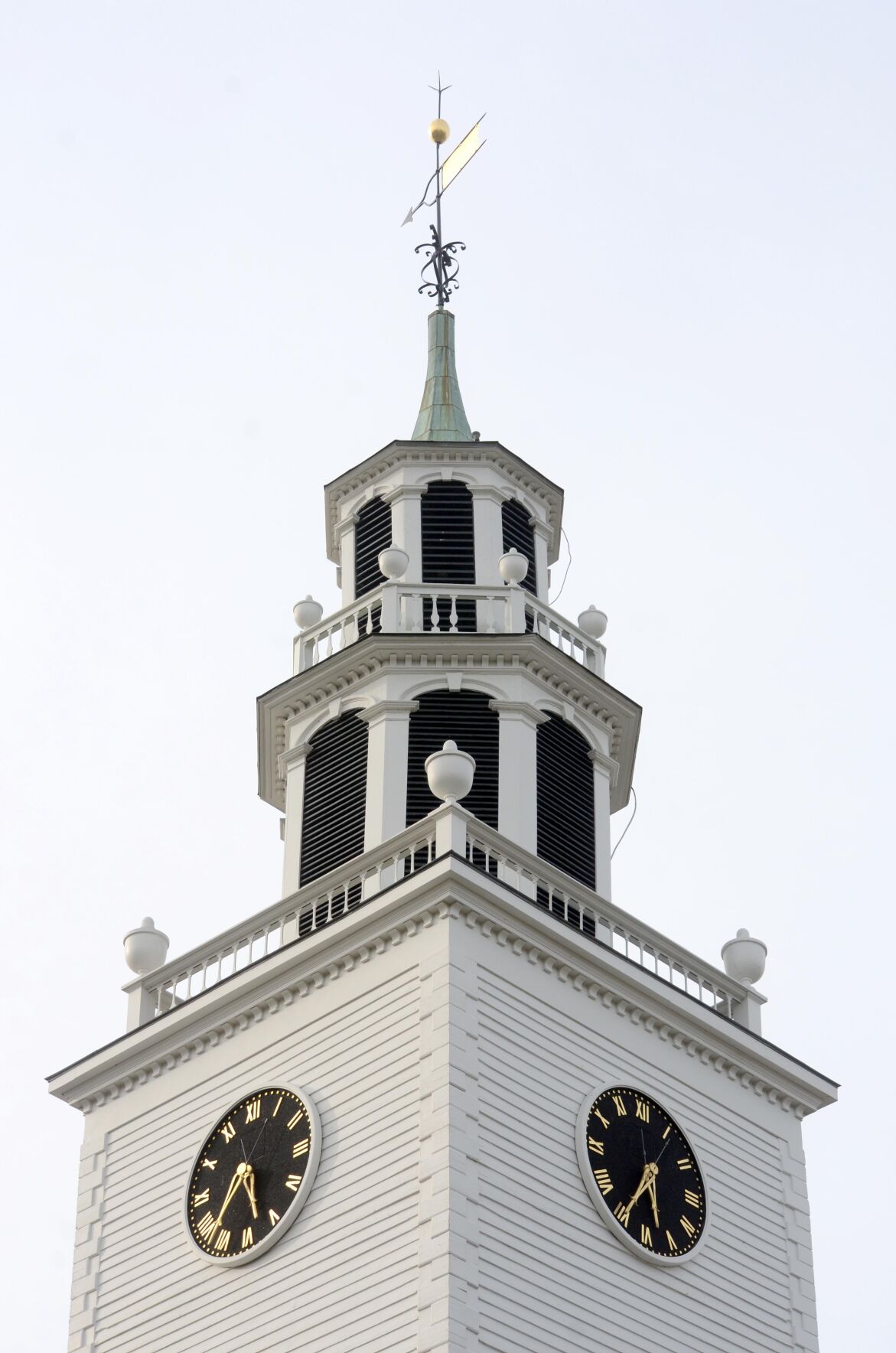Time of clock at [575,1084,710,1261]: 5:35
